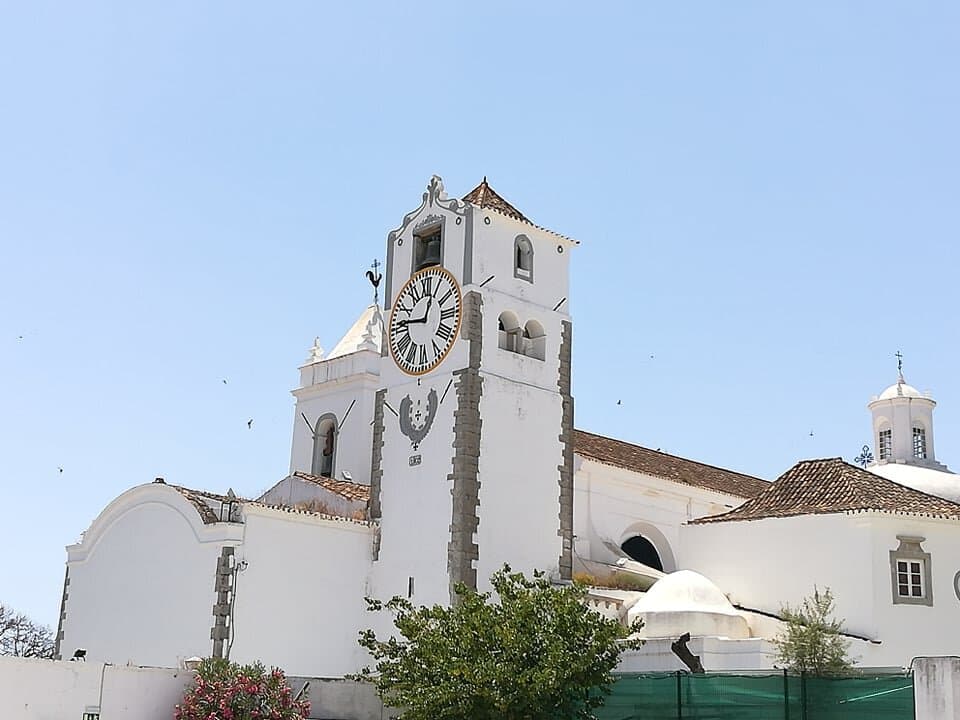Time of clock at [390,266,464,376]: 12:46
